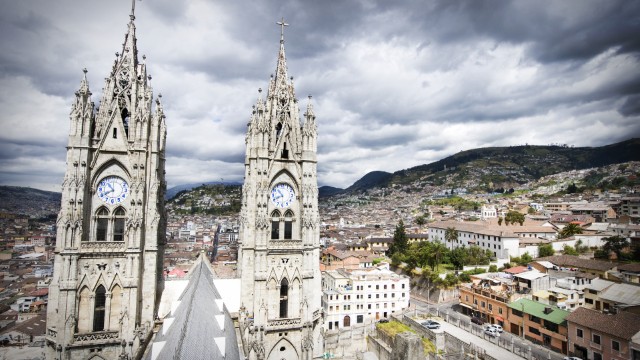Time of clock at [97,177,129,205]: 10:40
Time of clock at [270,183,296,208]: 10:41
